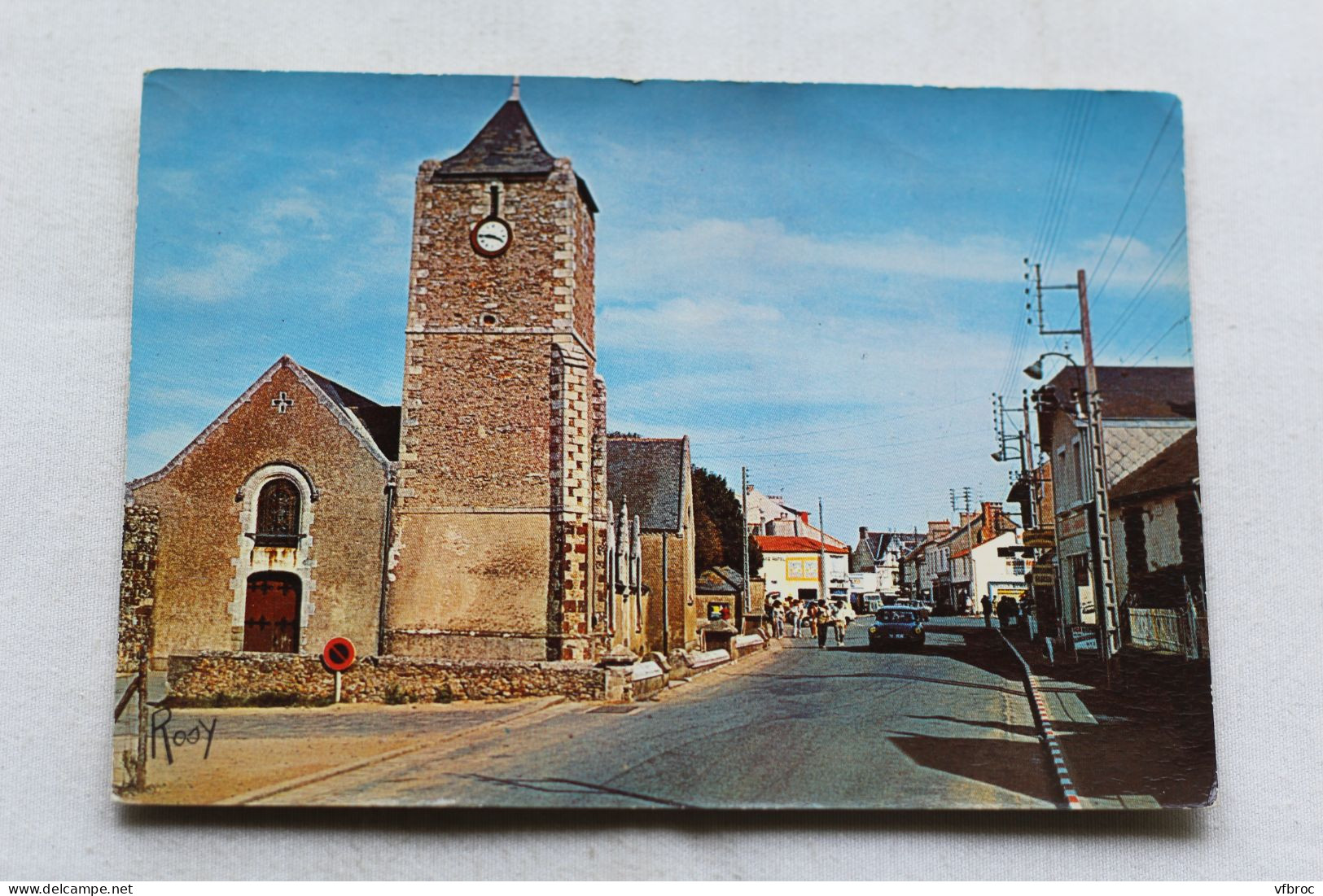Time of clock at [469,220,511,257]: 3:45
